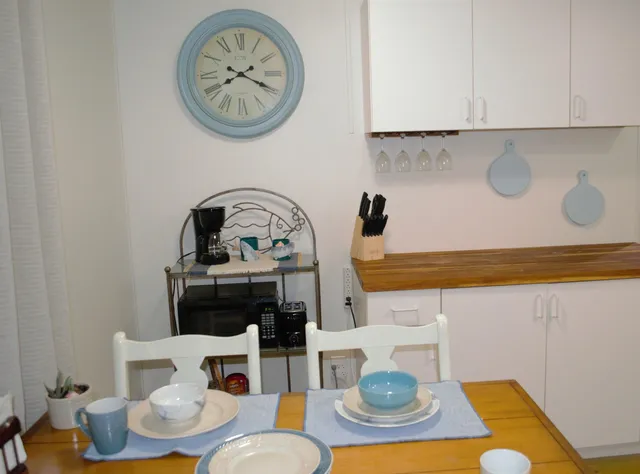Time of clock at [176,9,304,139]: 8:19
